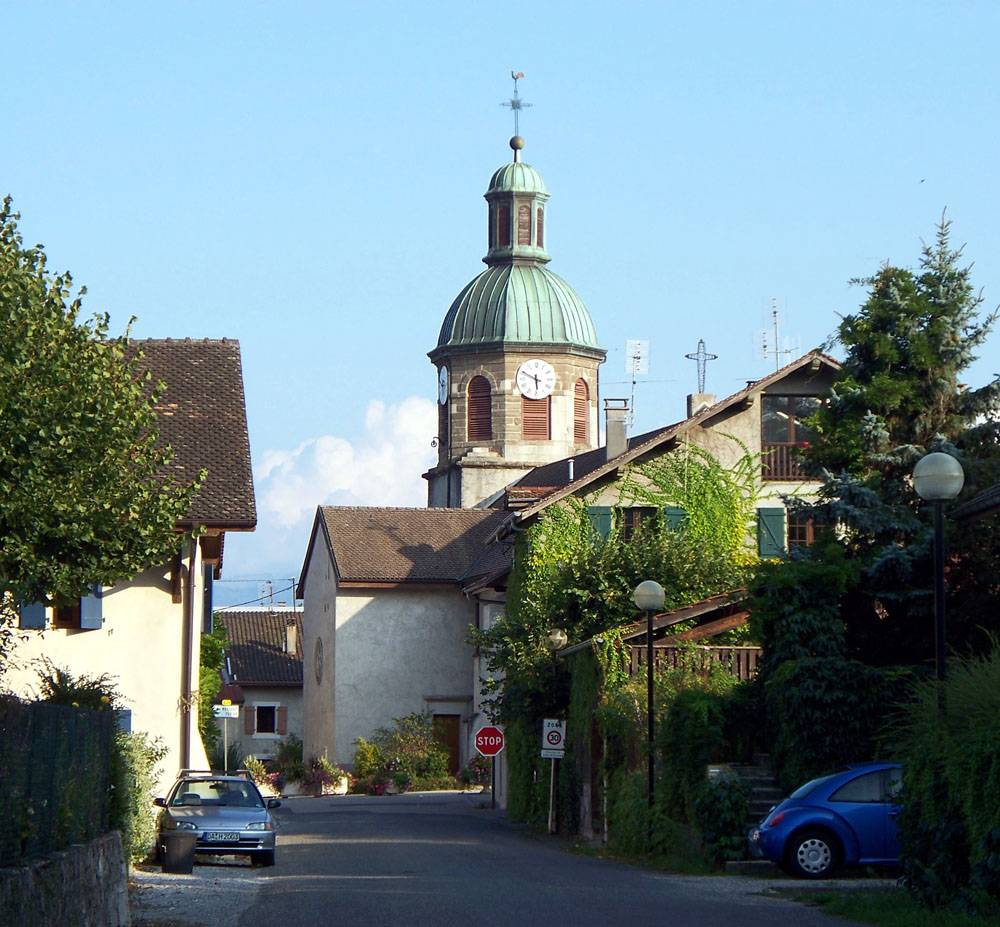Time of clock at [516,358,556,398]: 5:49
